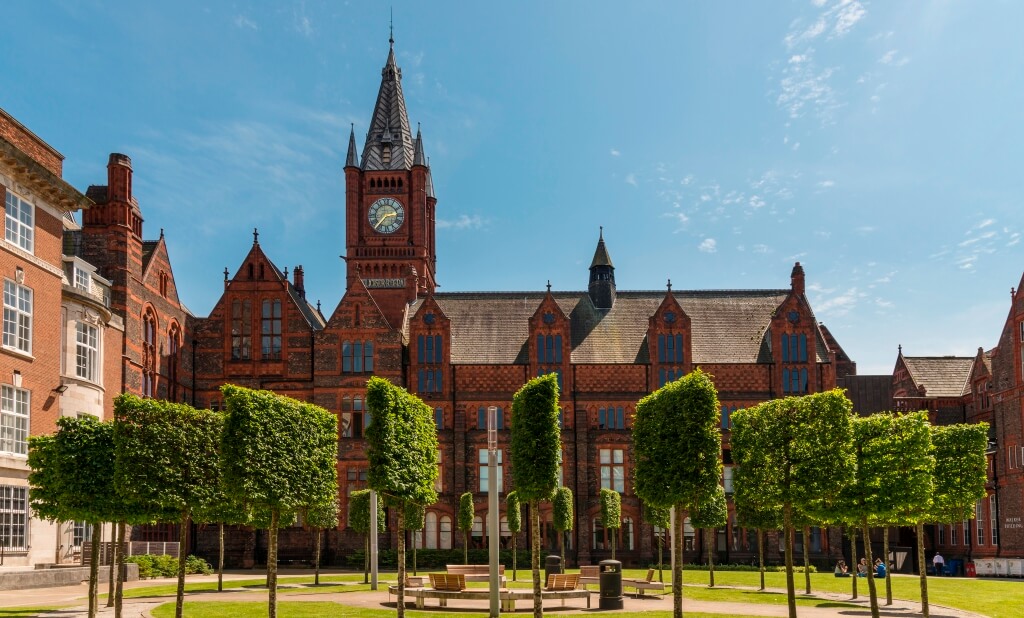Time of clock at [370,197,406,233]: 2:36
